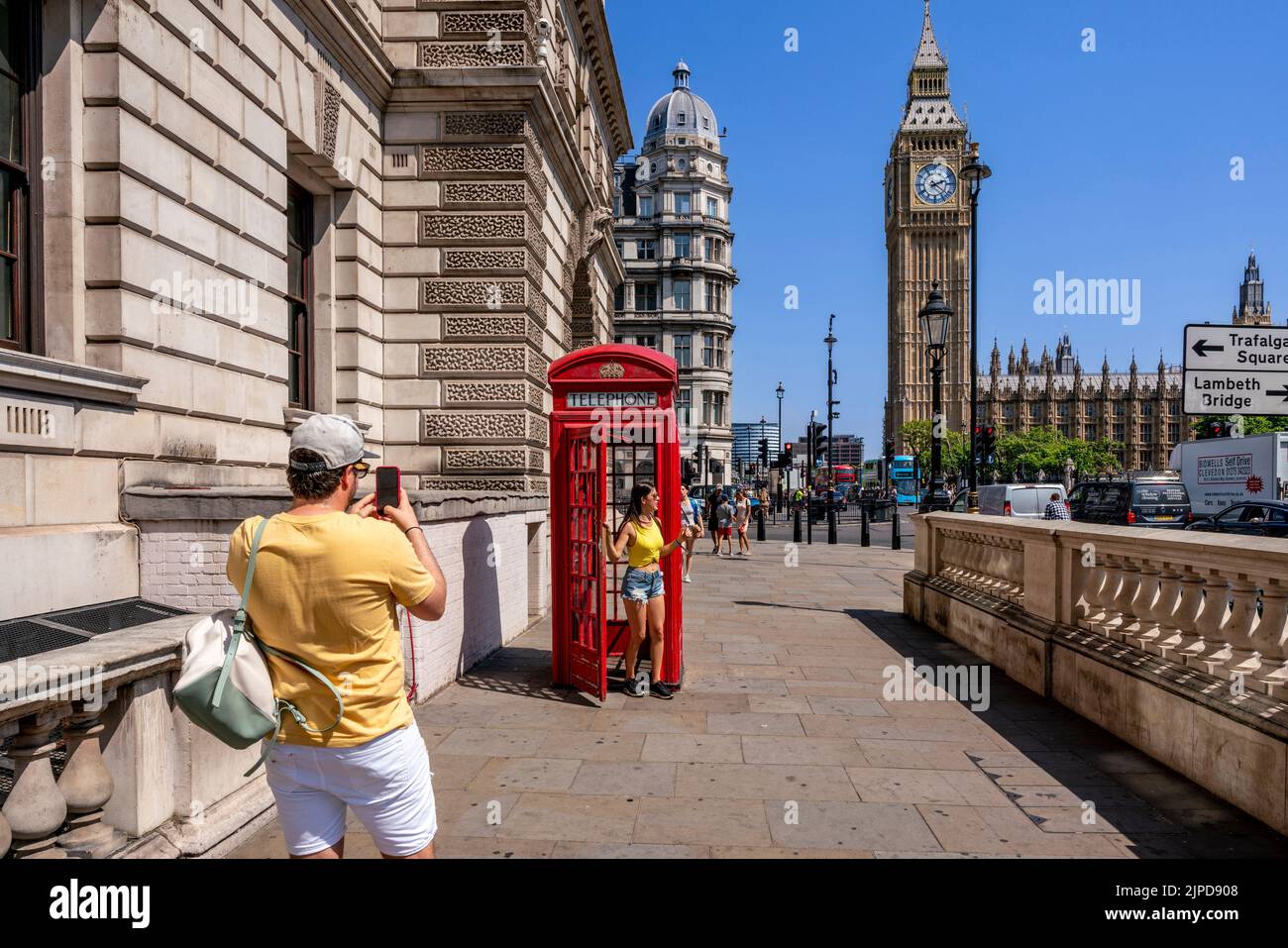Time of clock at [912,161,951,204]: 2:21
